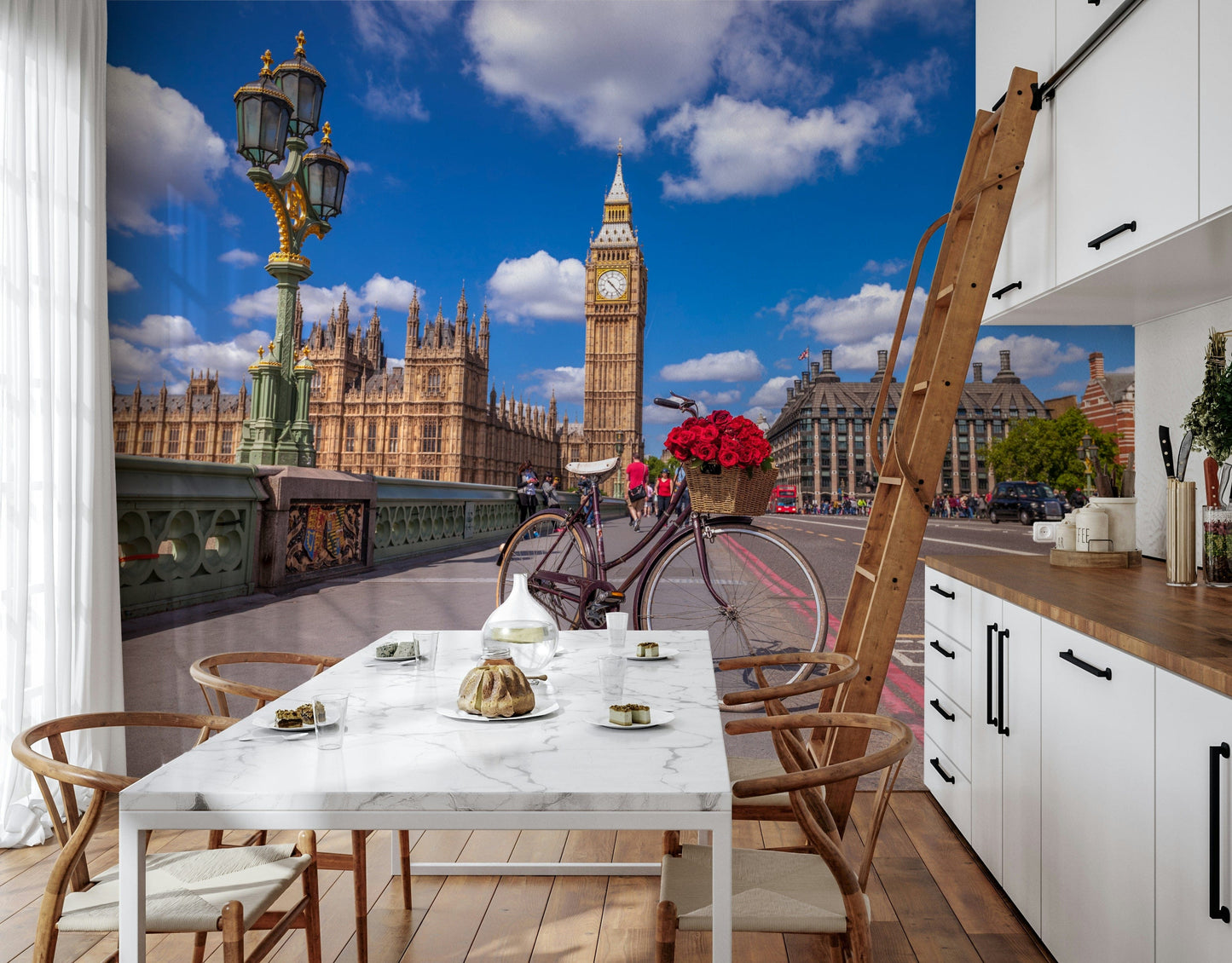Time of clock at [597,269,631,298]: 10:22
